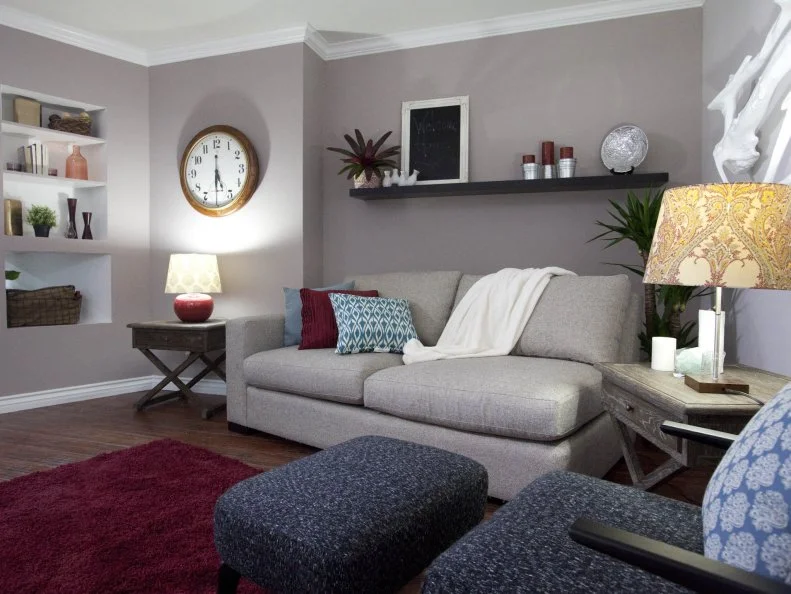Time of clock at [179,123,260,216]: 5:30
